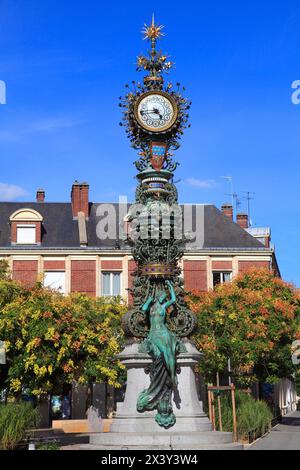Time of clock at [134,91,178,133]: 4:44
